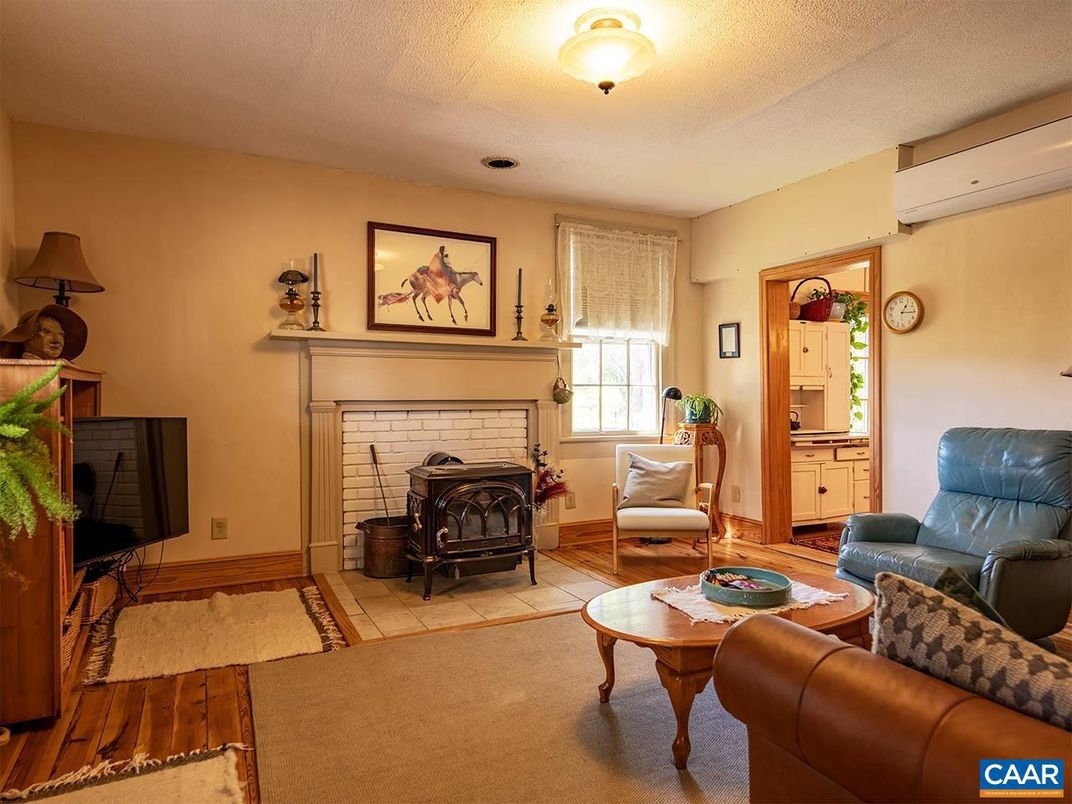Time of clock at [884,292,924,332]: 1:16
